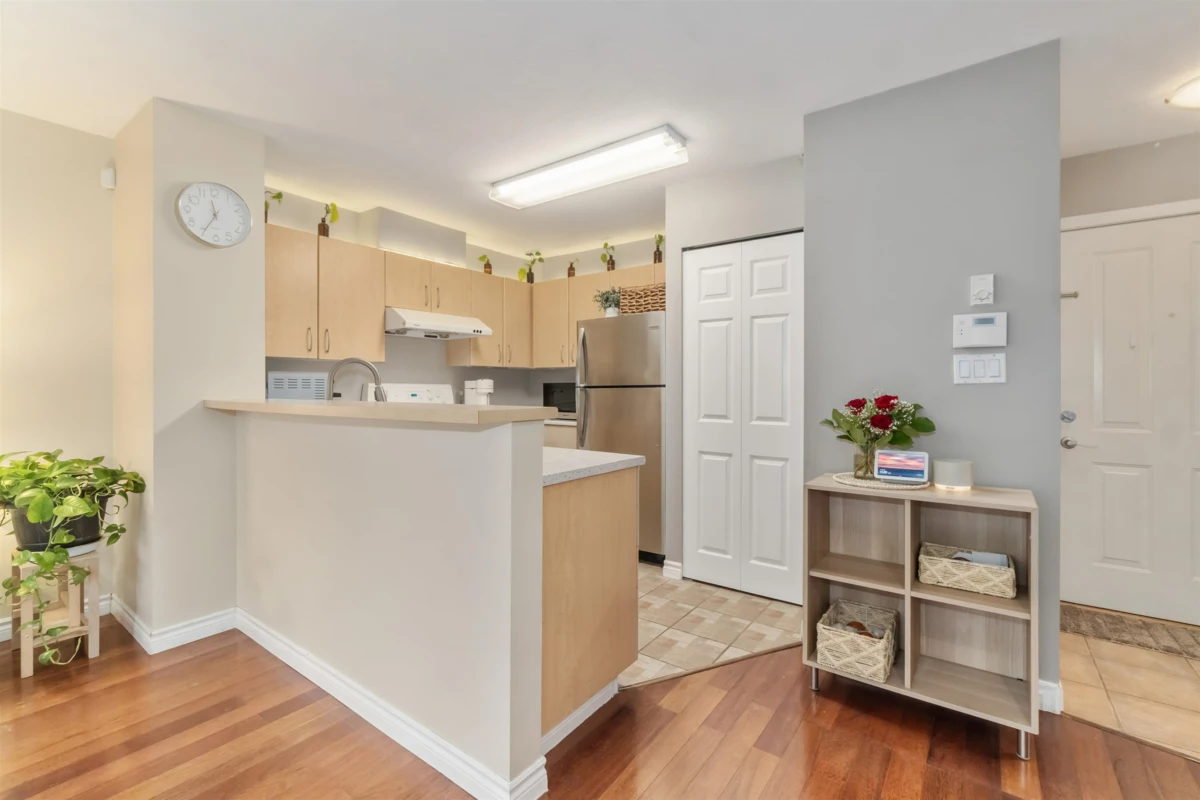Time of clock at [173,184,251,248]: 11:34
